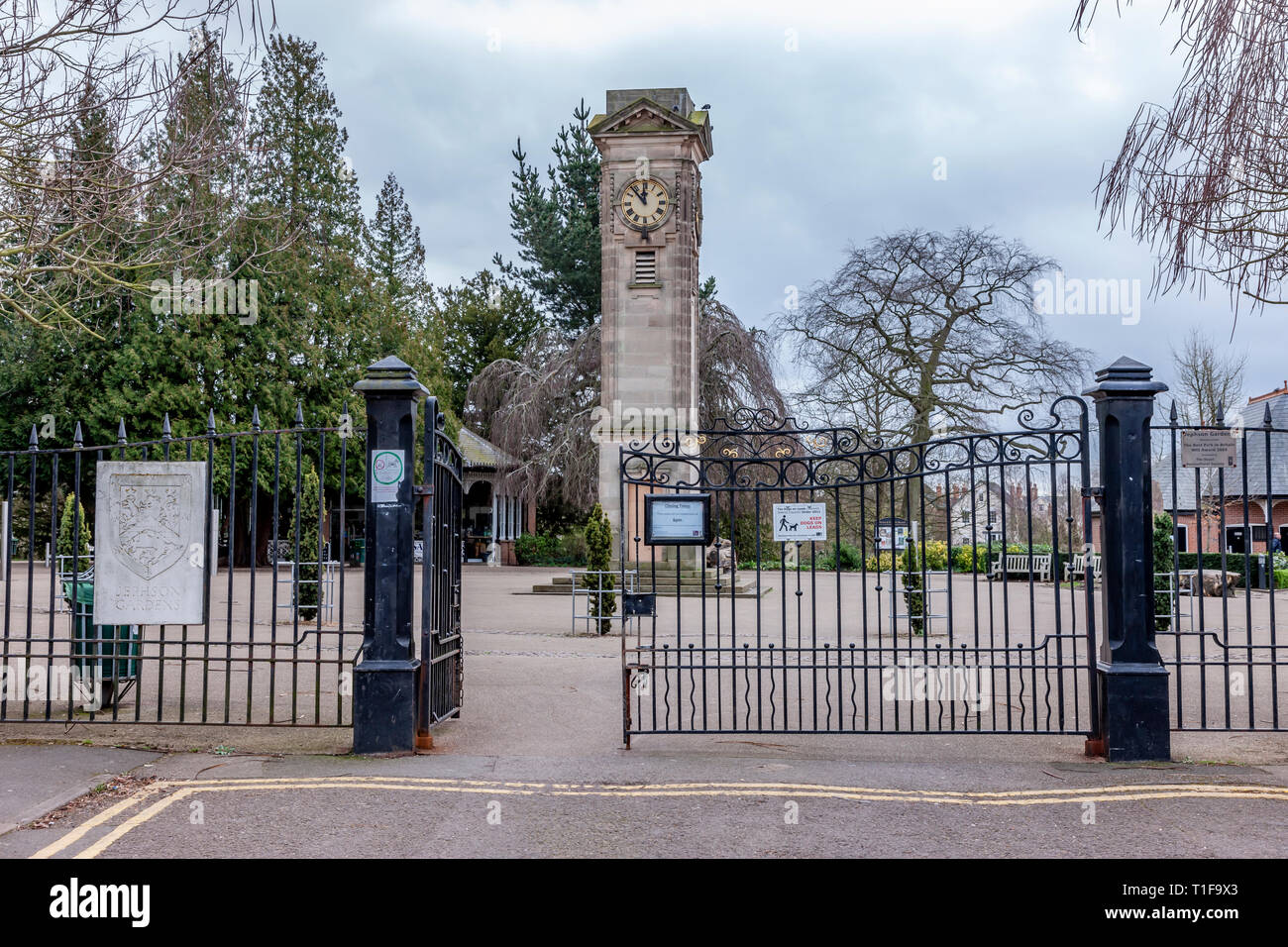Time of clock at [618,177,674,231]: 11:53
